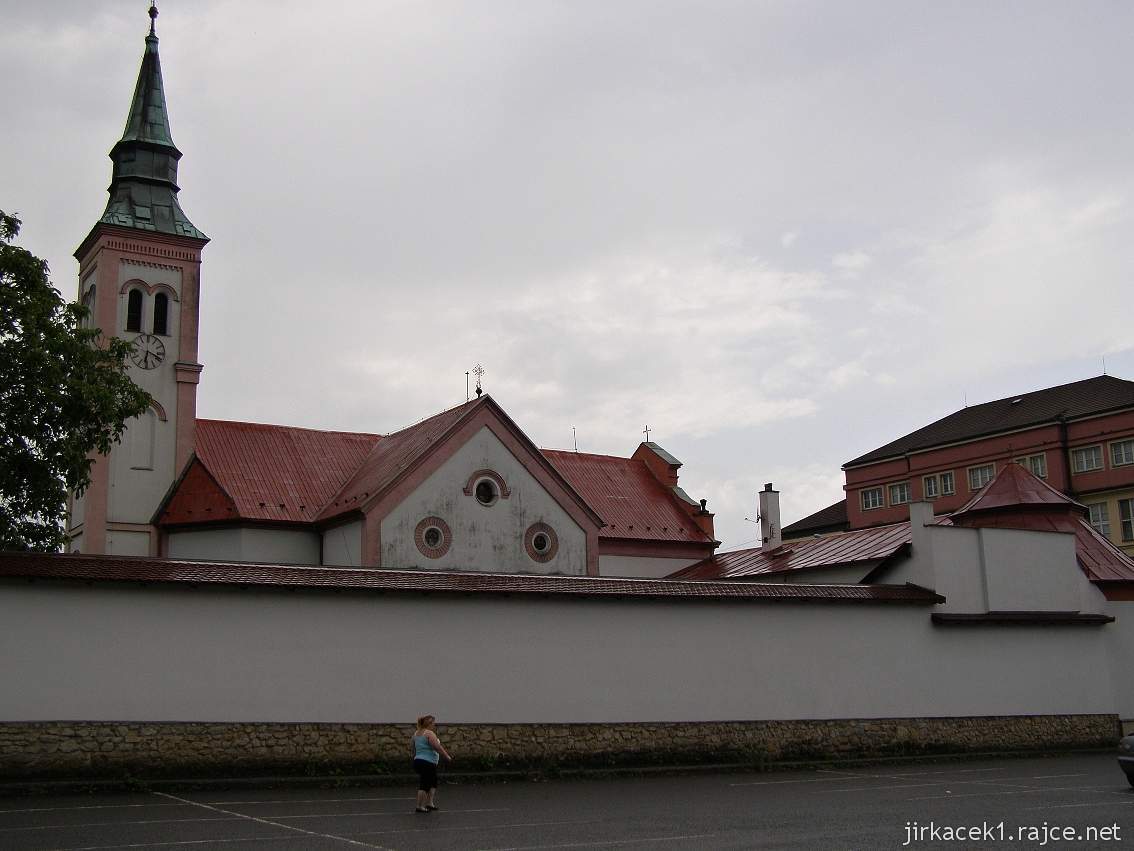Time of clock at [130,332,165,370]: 6:18
